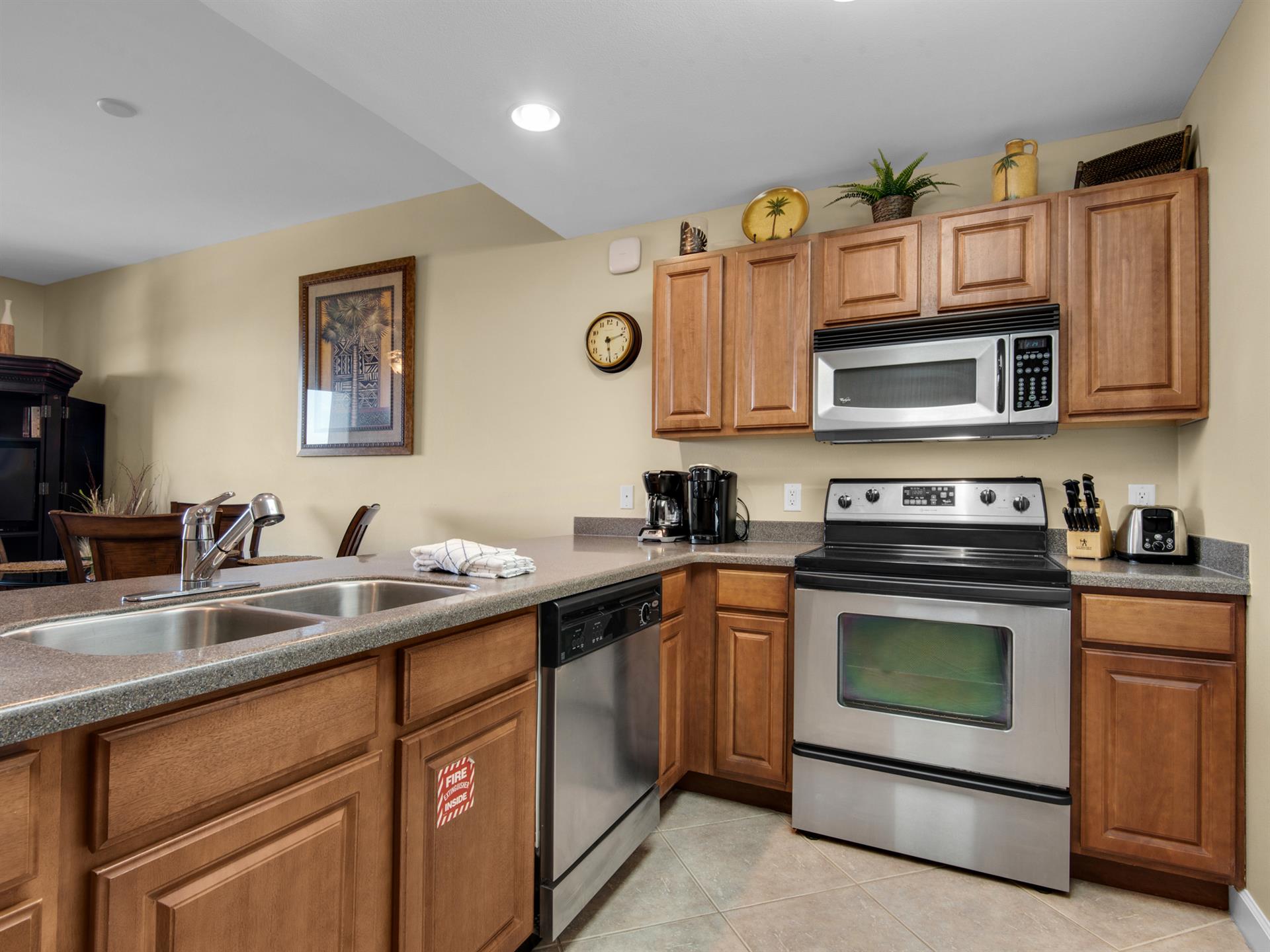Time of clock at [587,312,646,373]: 2:28
